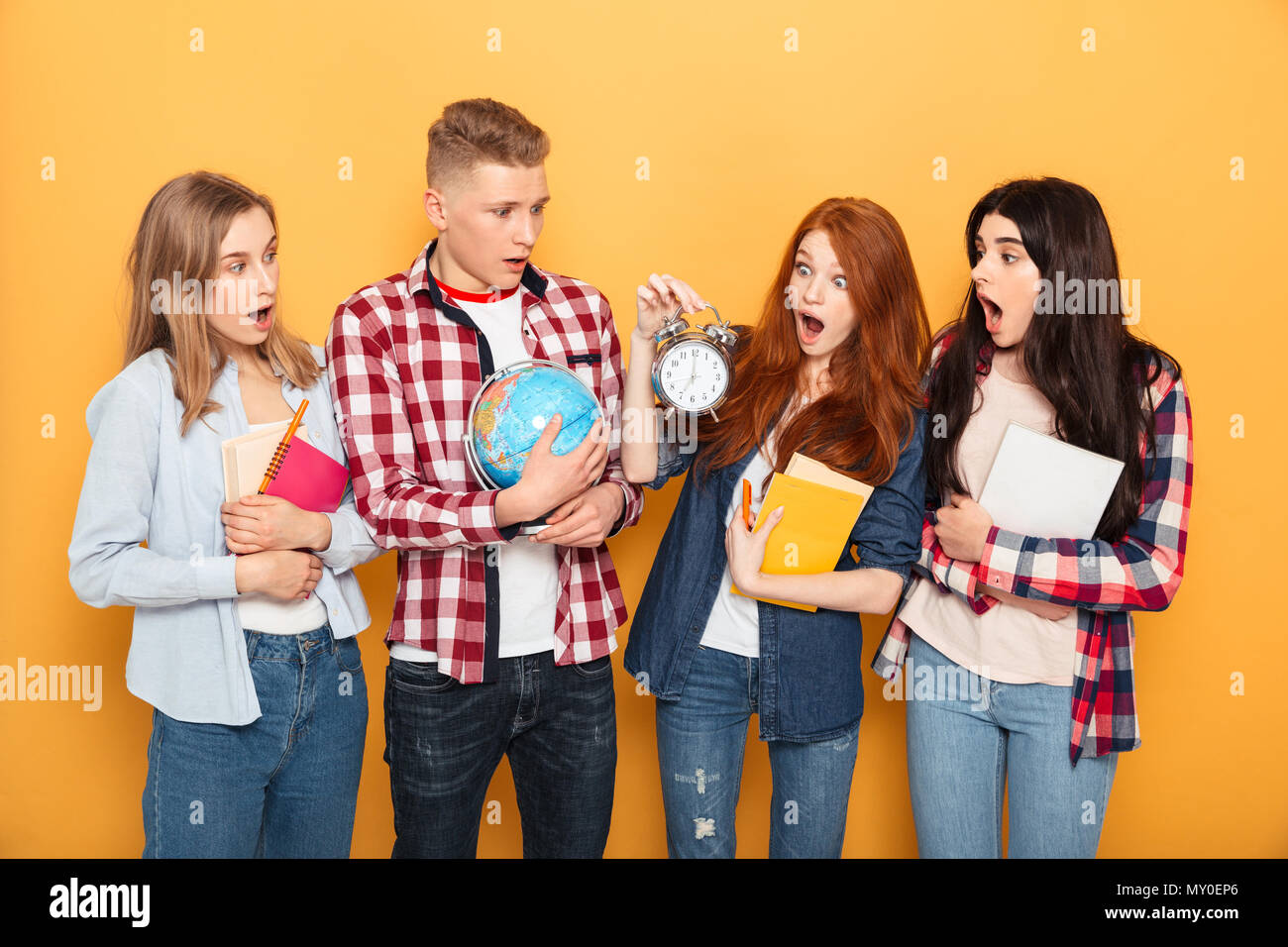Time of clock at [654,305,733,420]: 7:00
